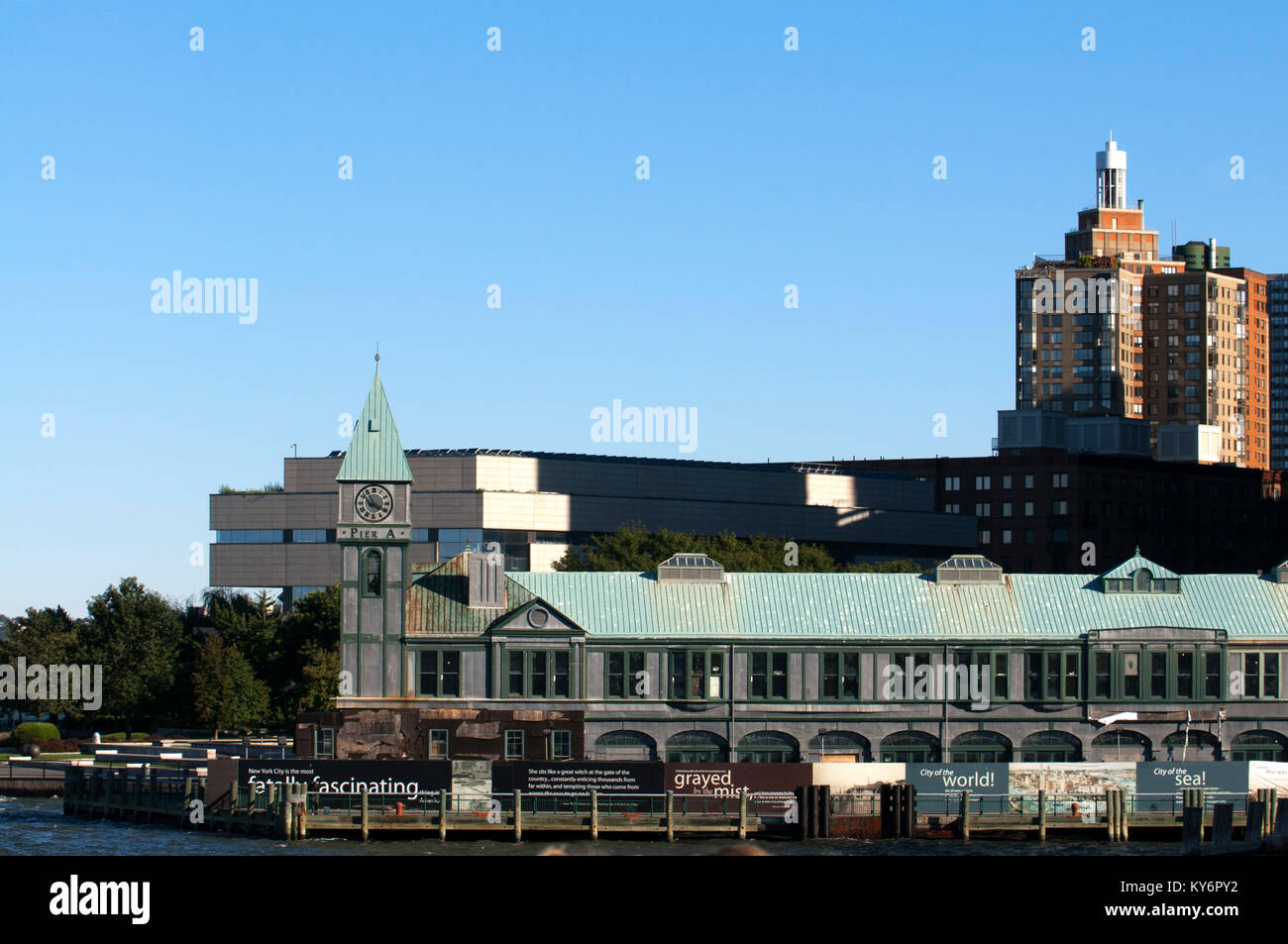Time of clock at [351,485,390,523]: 3:54
